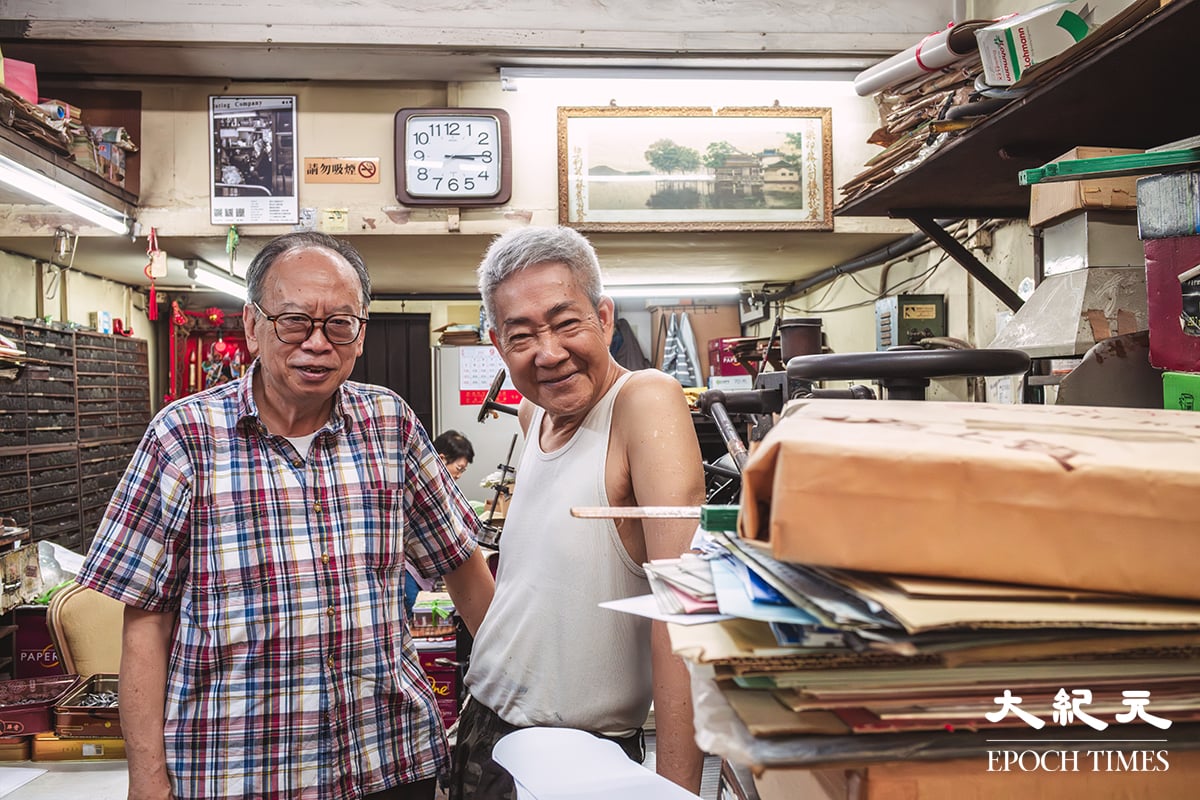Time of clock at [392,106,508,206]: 3:14
